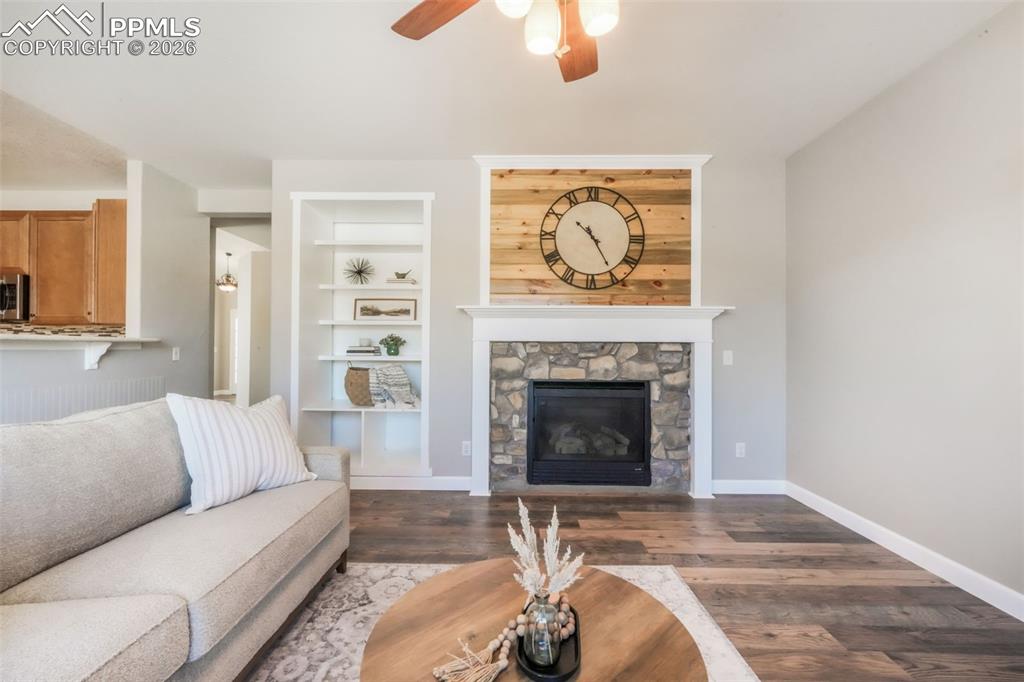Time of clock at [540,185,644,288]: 10:24
